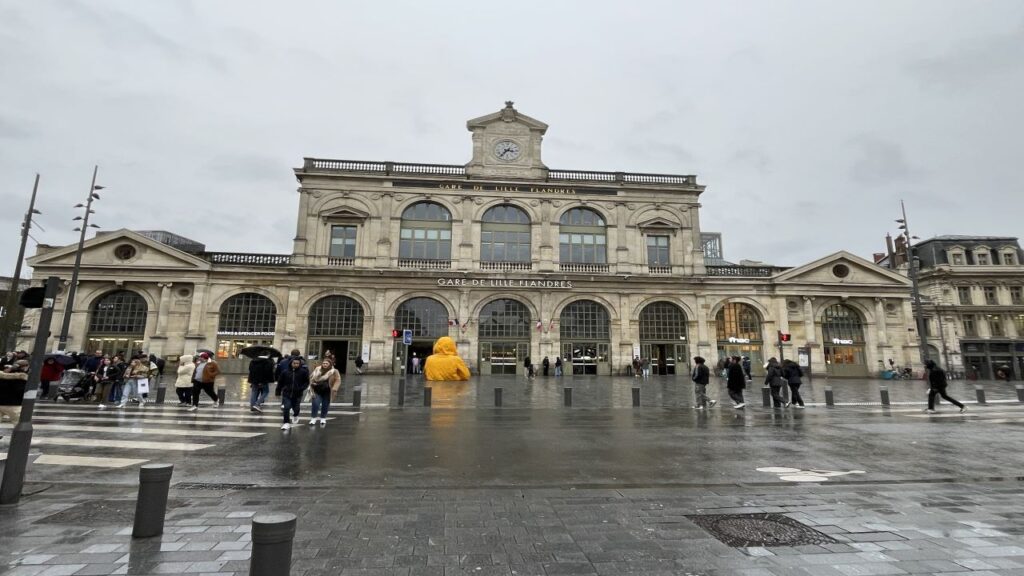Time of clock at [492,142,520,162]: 3:36
